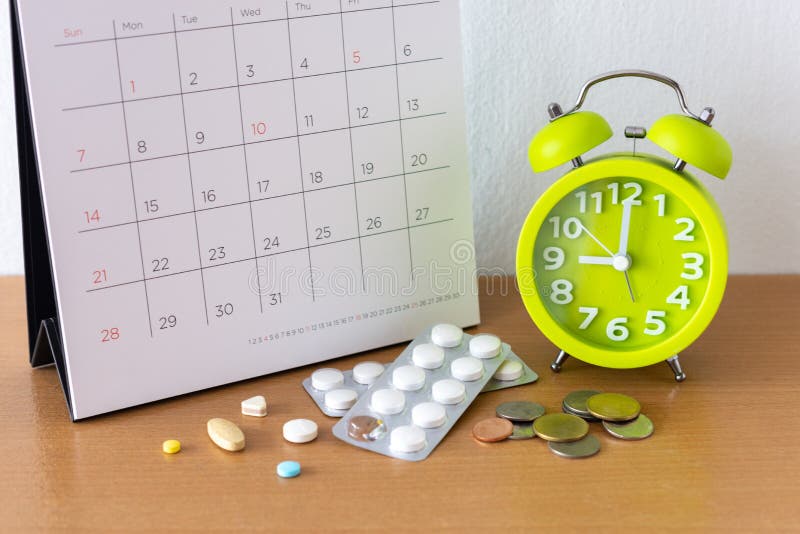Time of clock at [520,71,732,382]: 9:00
